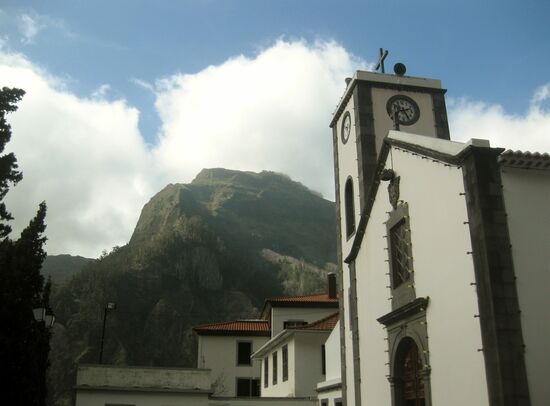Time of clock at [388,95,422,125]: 2:24
